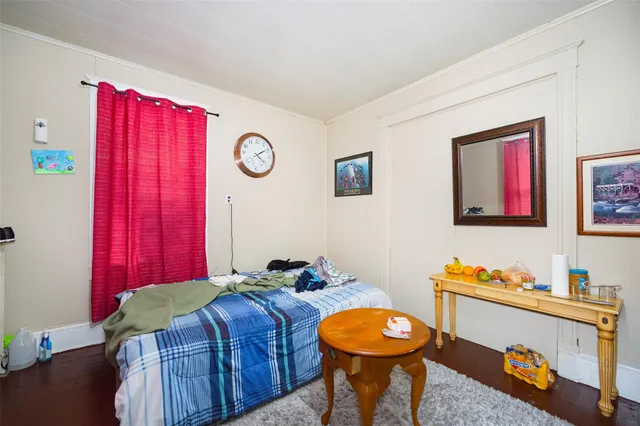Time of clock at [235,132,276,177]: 4:09
